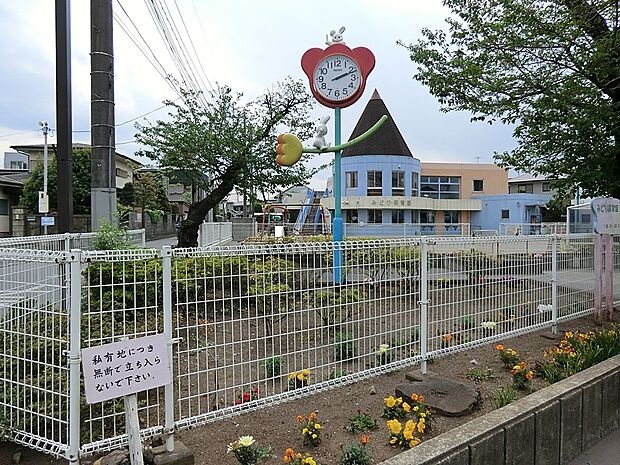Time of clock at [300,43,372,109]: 2:11
